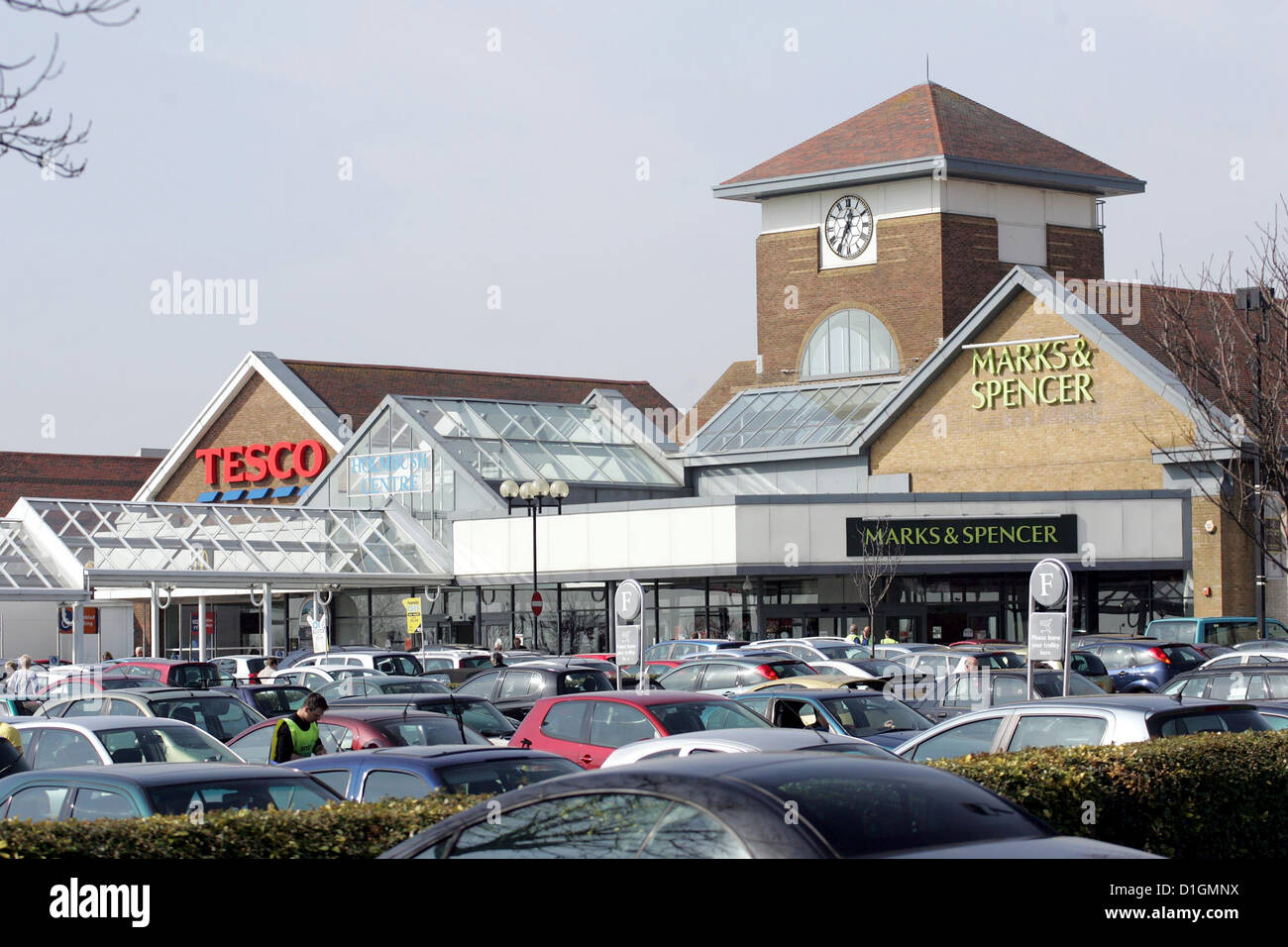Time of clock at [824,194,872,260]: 12:34
